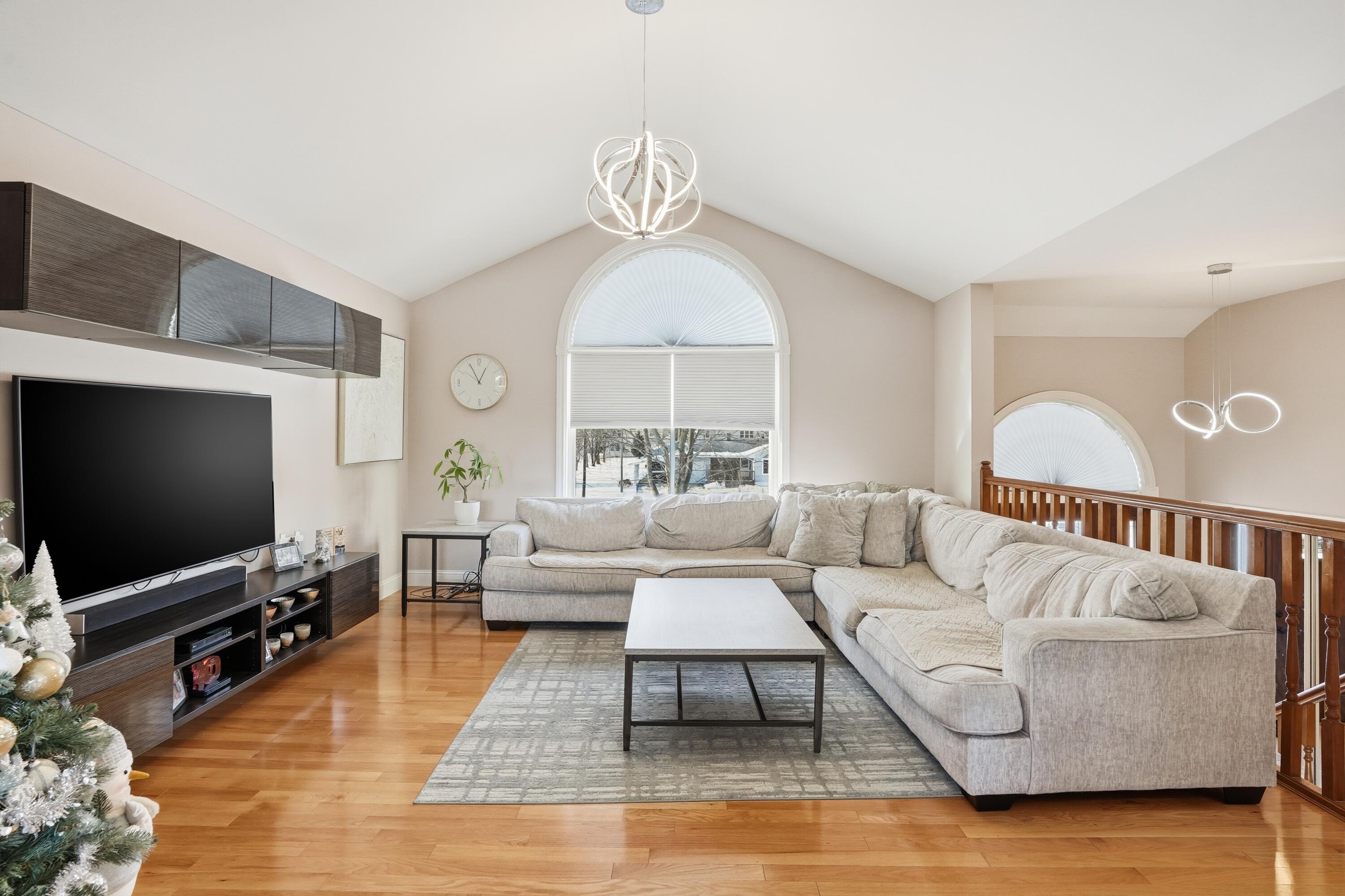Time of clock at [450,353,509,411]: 12:55
